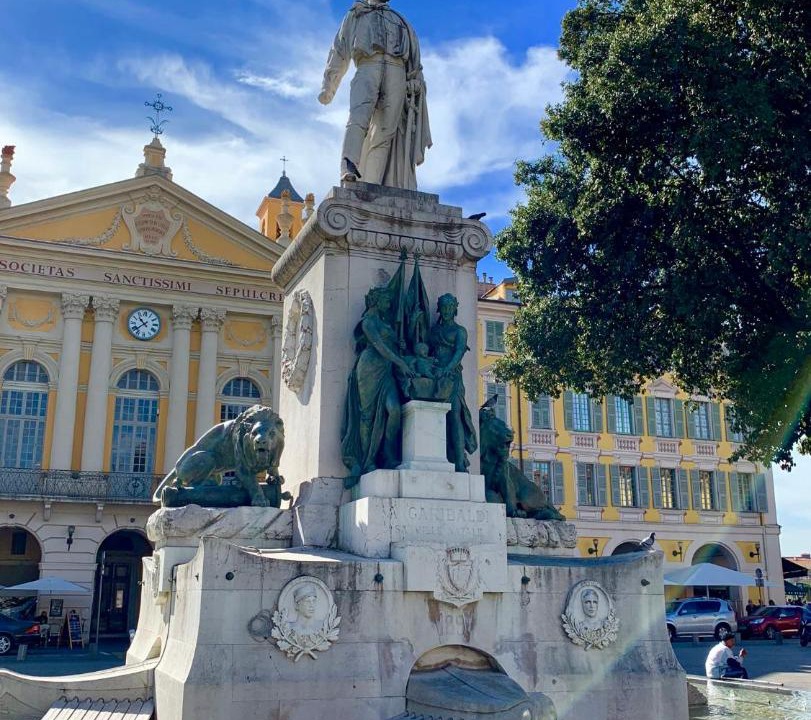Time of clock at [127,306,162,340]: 10:38
